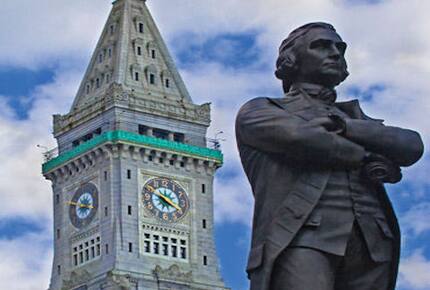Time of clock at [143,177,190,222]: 3:48
